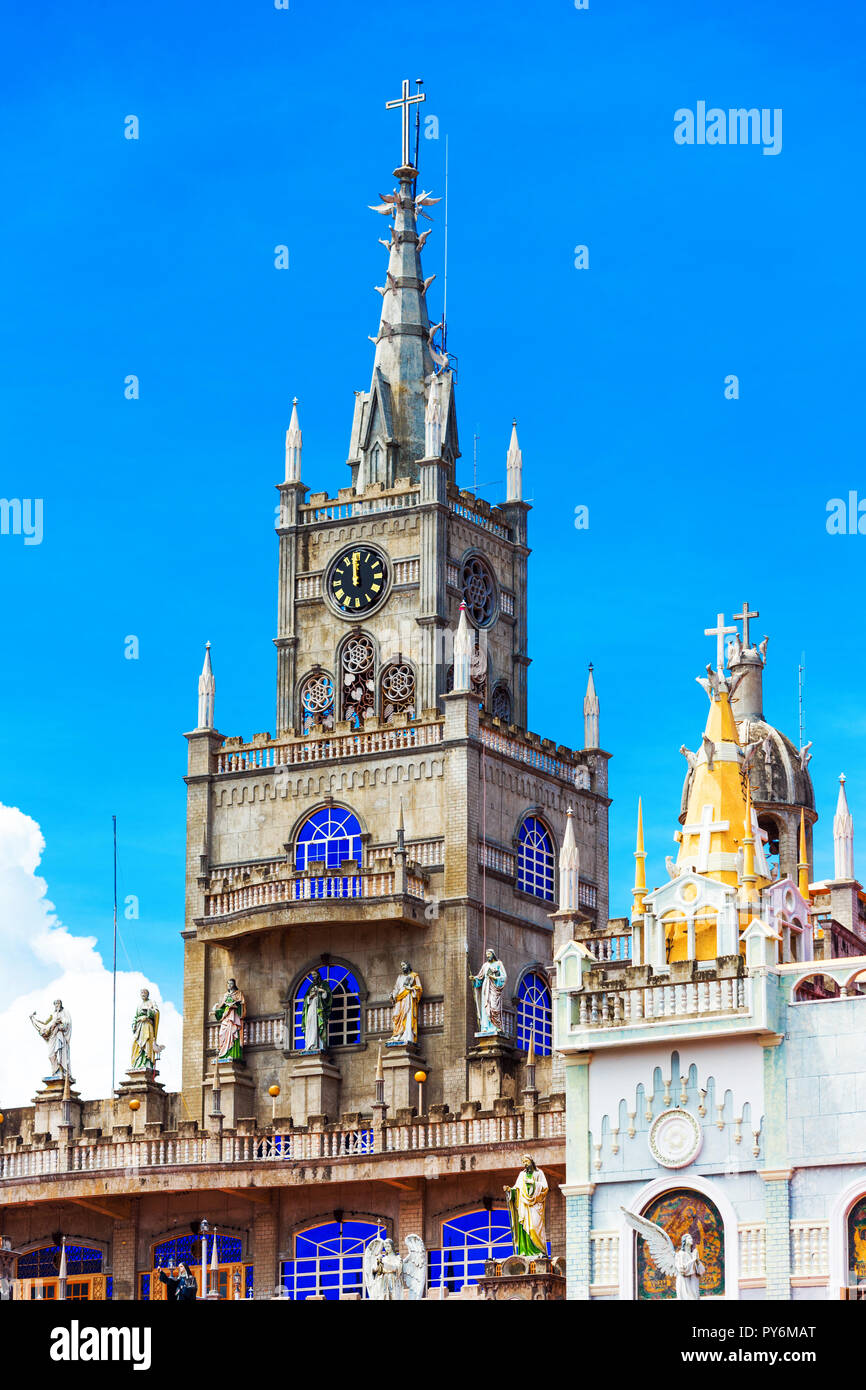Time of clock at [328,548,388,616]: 11:58
